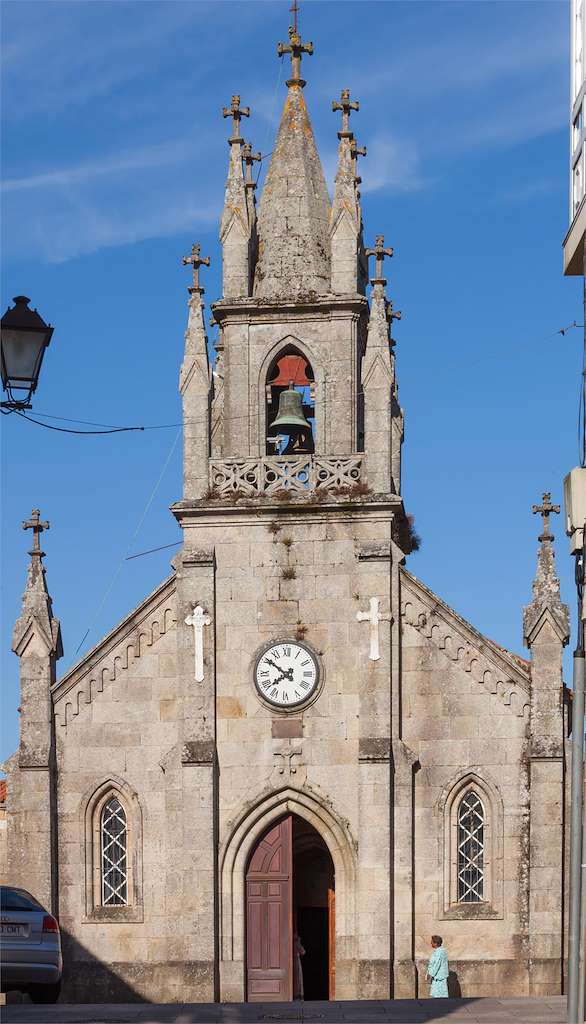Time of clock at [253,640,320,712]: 7:50
